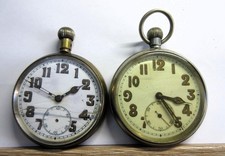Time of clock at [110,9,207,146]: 3:24
